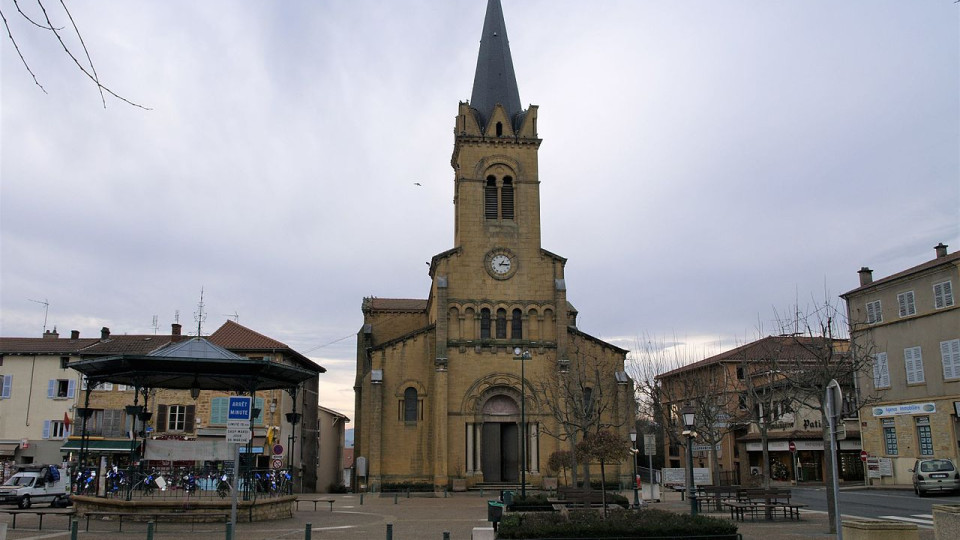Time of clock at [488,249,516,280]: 1:15
